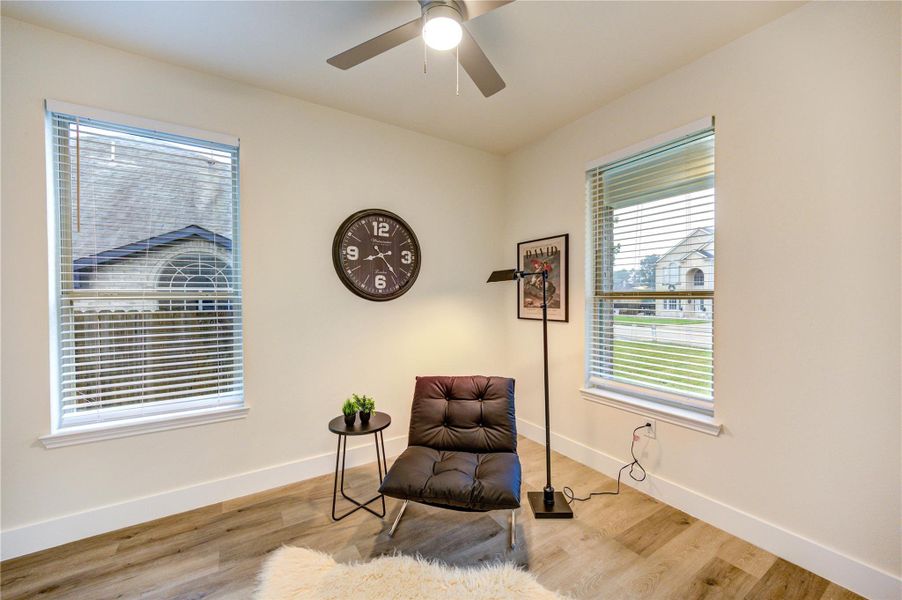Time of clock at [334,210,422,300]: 8:23
